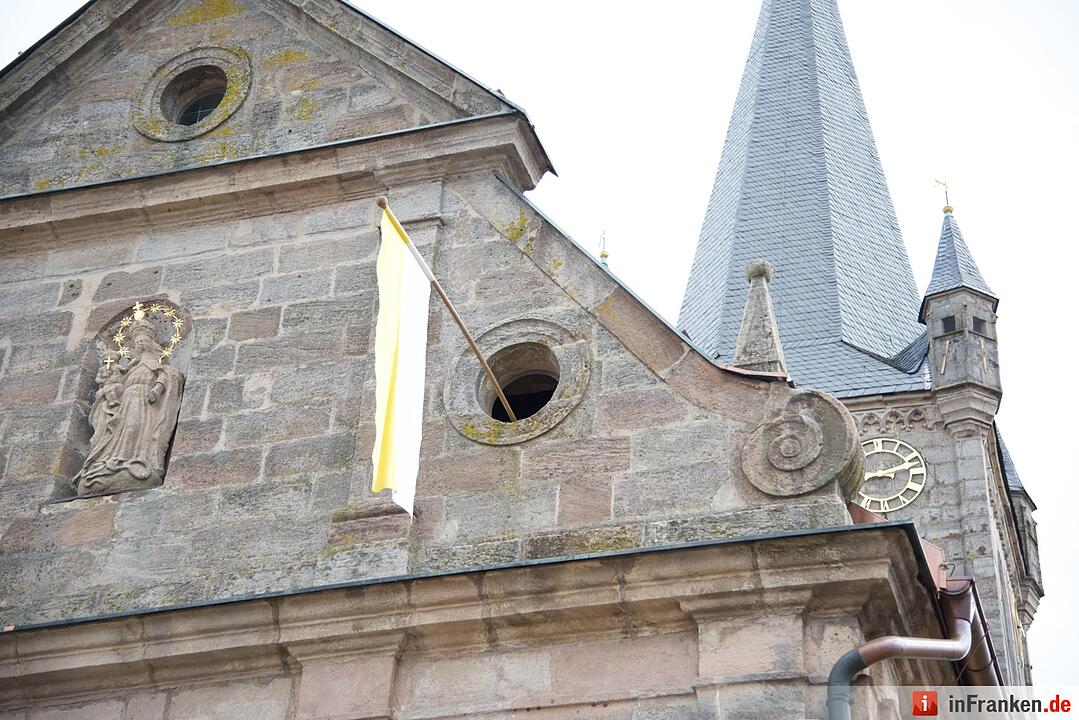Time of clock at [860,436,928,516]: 8:11
